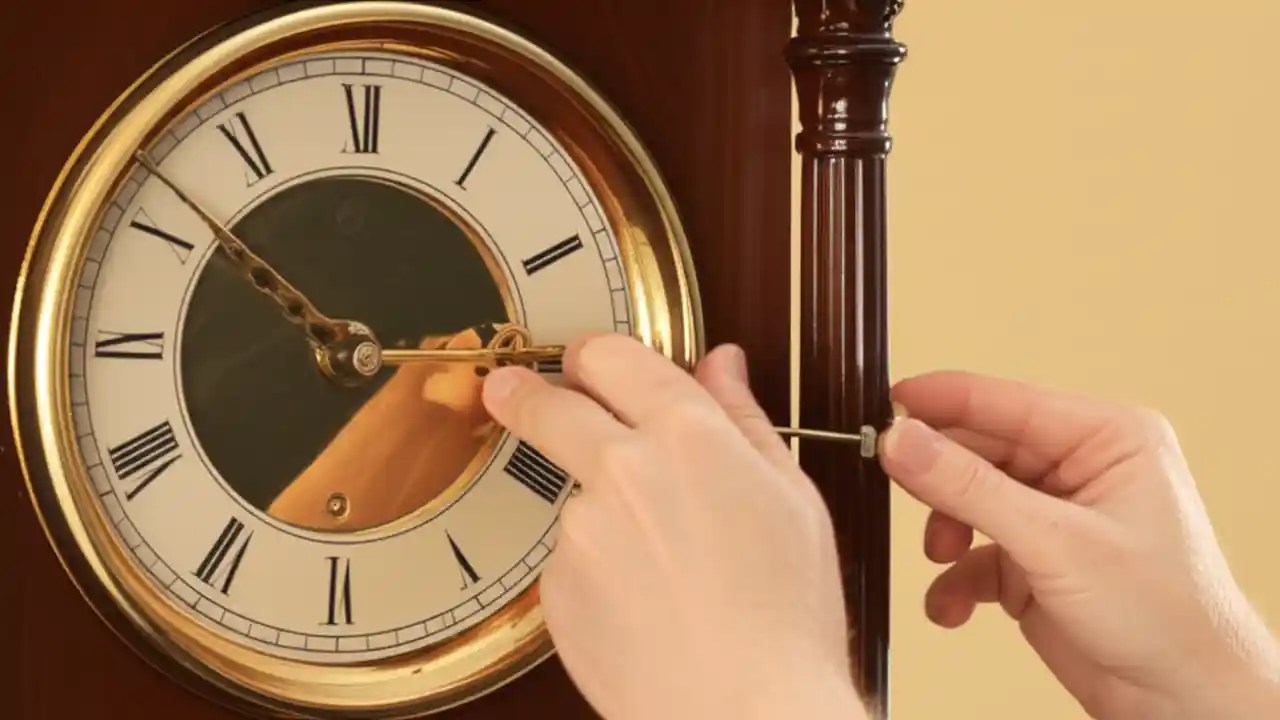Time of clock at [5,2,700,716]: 2:51
